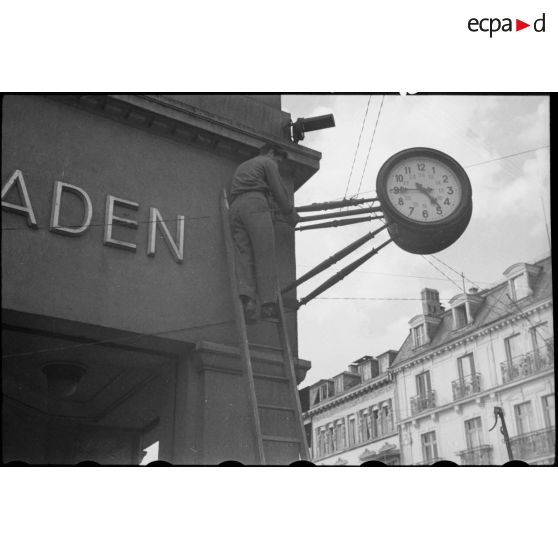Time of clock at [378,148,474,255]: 4:44
